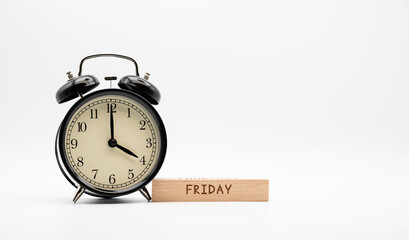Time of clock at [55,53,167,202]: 4:00
